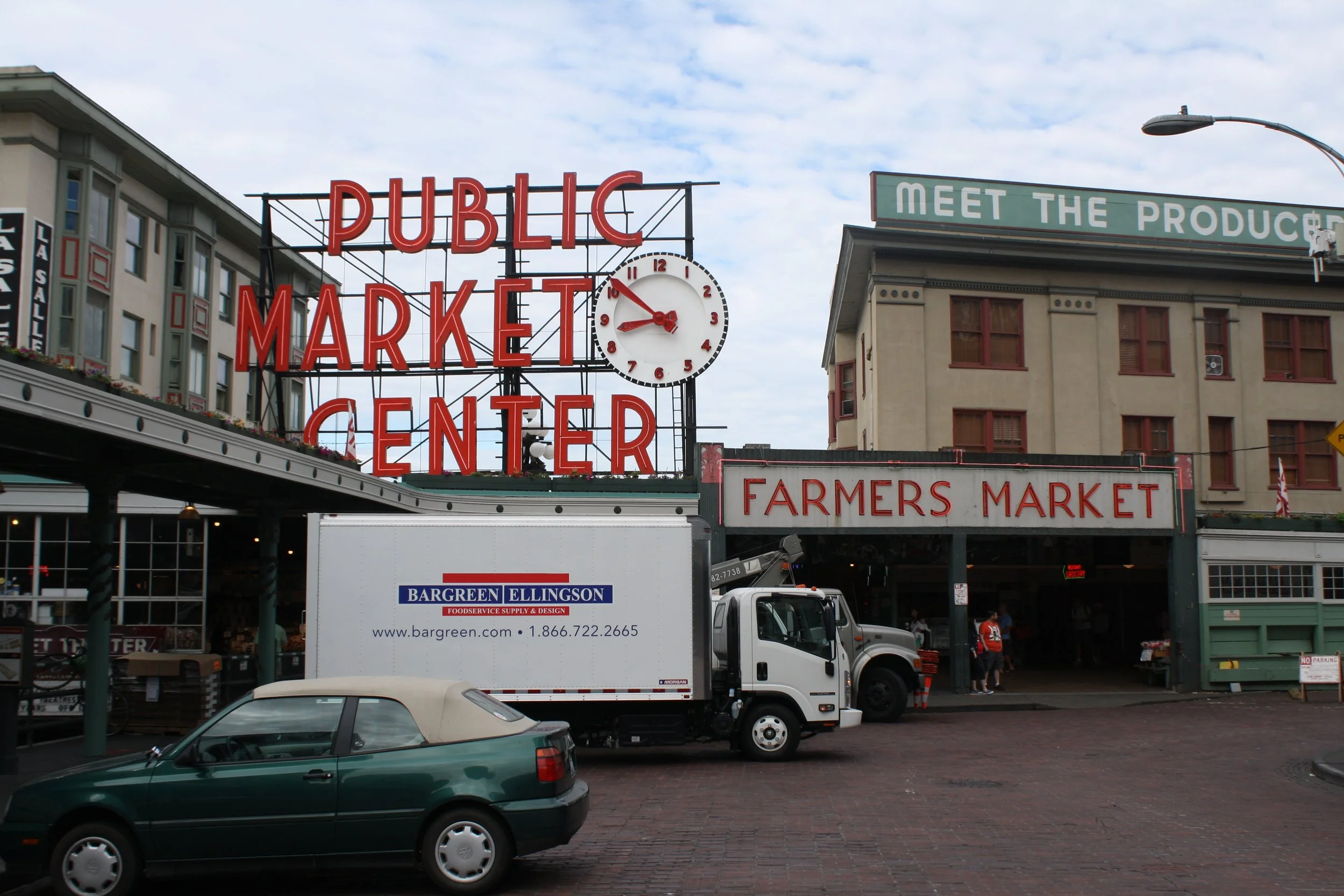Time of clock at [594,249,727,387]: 8:51
